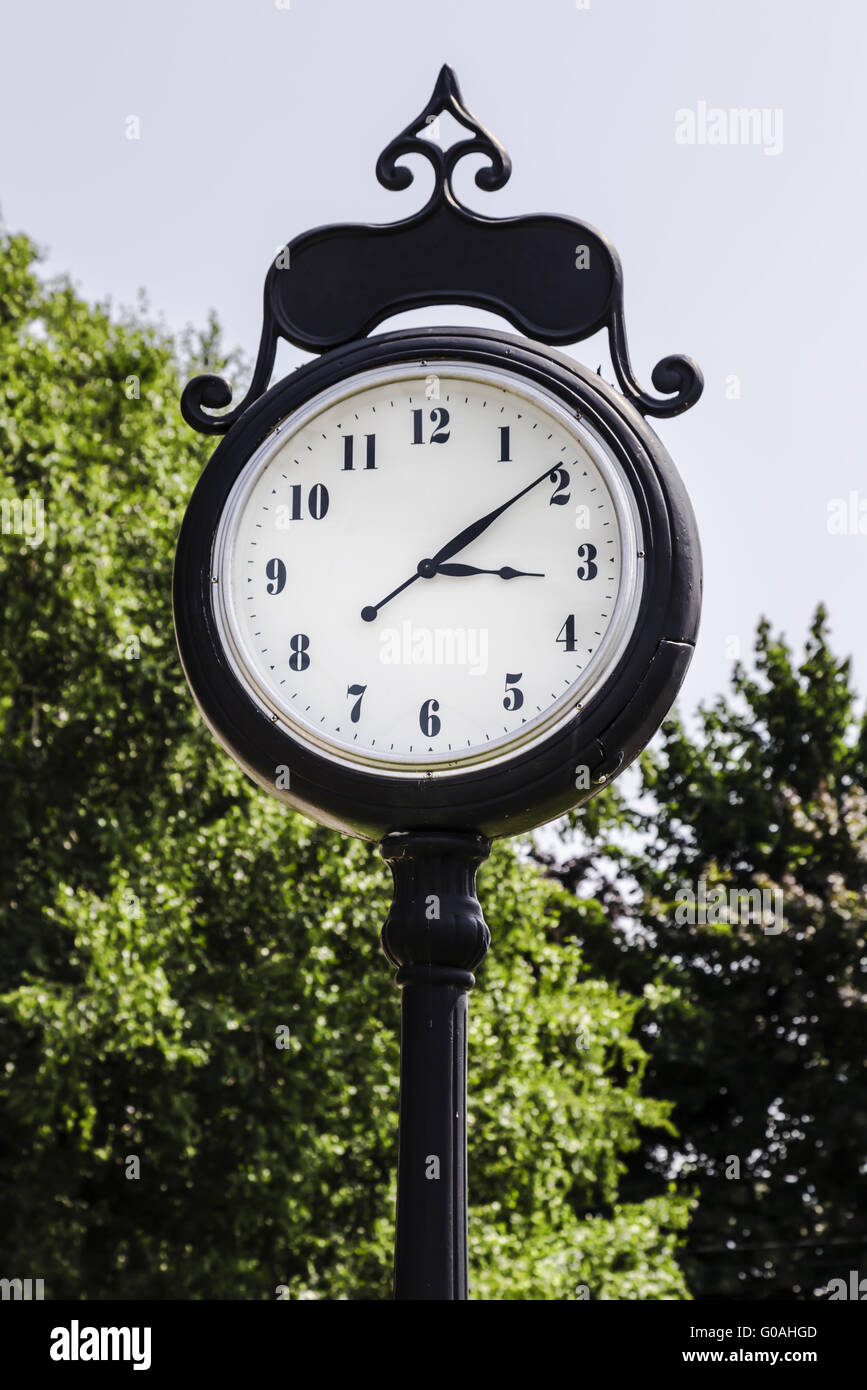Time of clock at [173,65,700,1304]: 3:09
